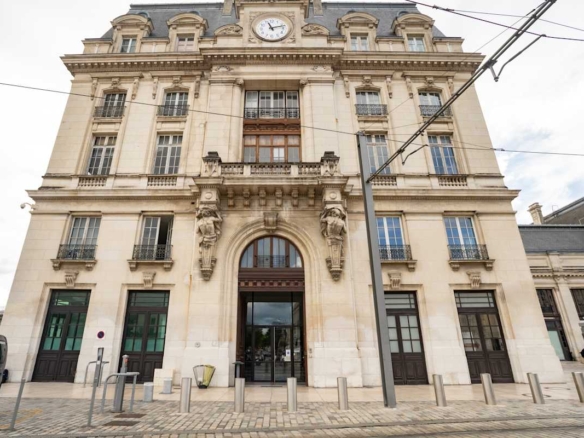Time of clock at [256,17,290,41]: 11:12
